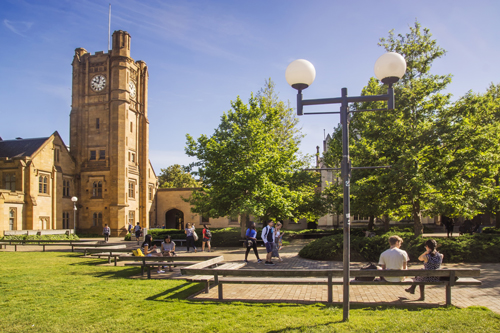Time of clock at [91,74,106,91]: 10:02
